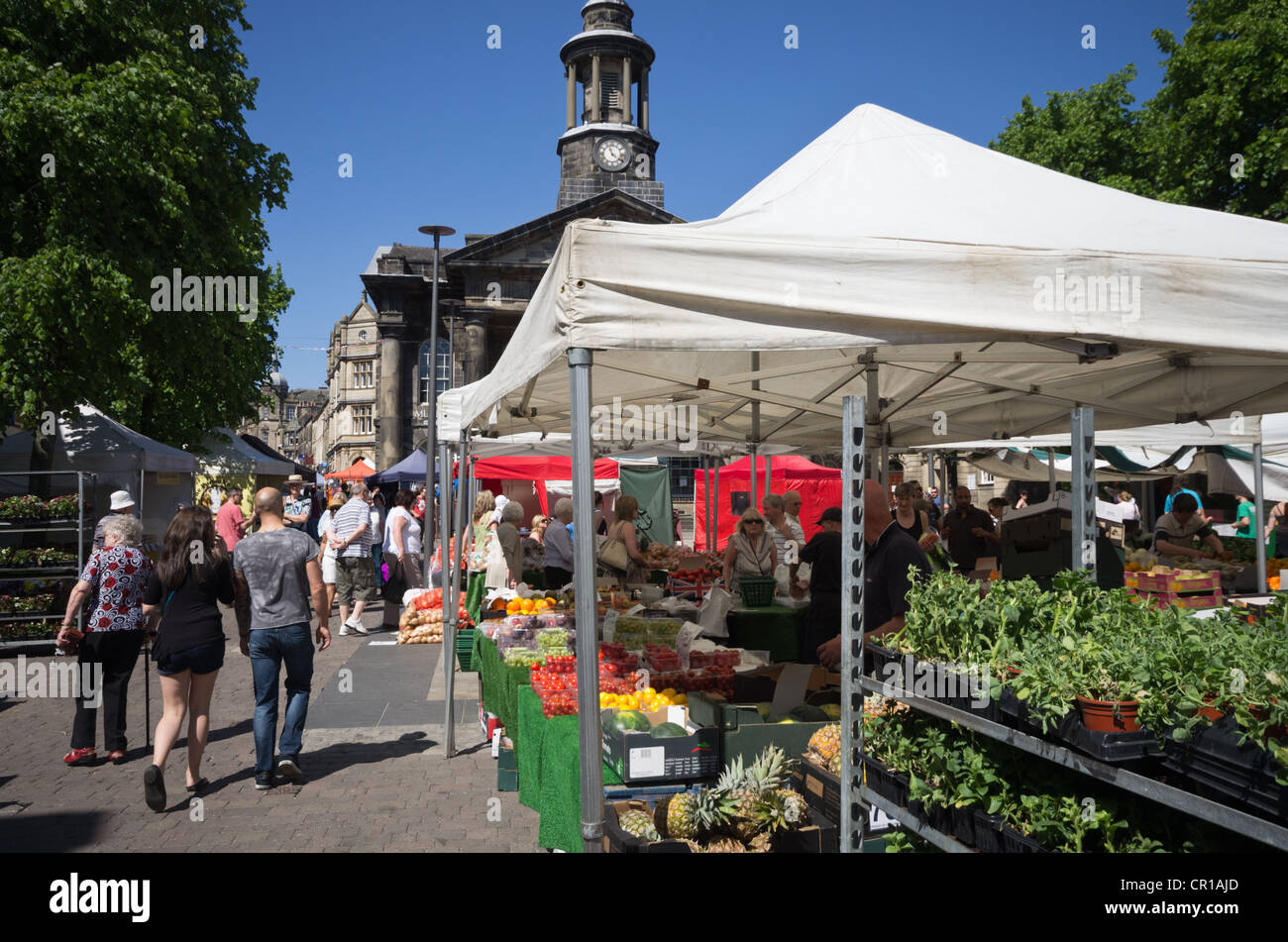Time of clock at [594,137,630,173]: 11:21
